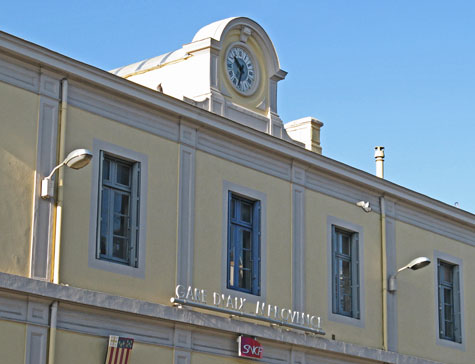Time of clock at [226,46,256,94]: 10:34
